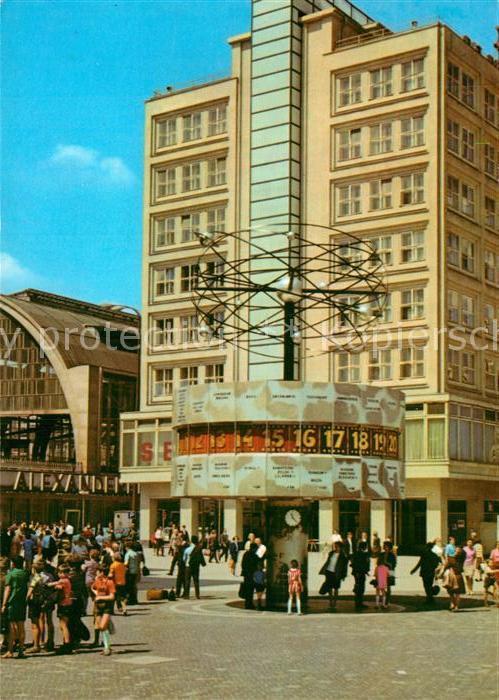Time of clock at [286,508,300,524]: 11:22
